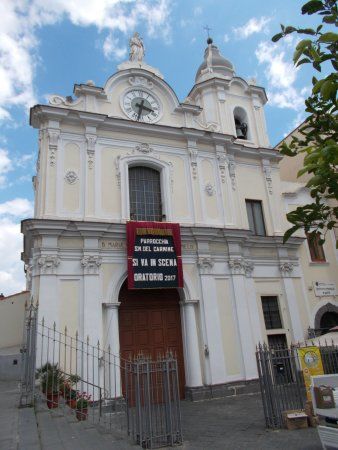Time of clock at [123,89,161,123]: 3:32
